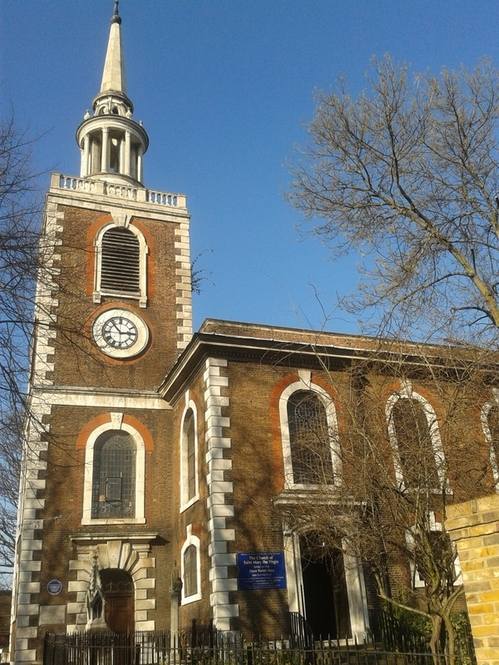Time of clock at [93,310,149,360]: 2:53
